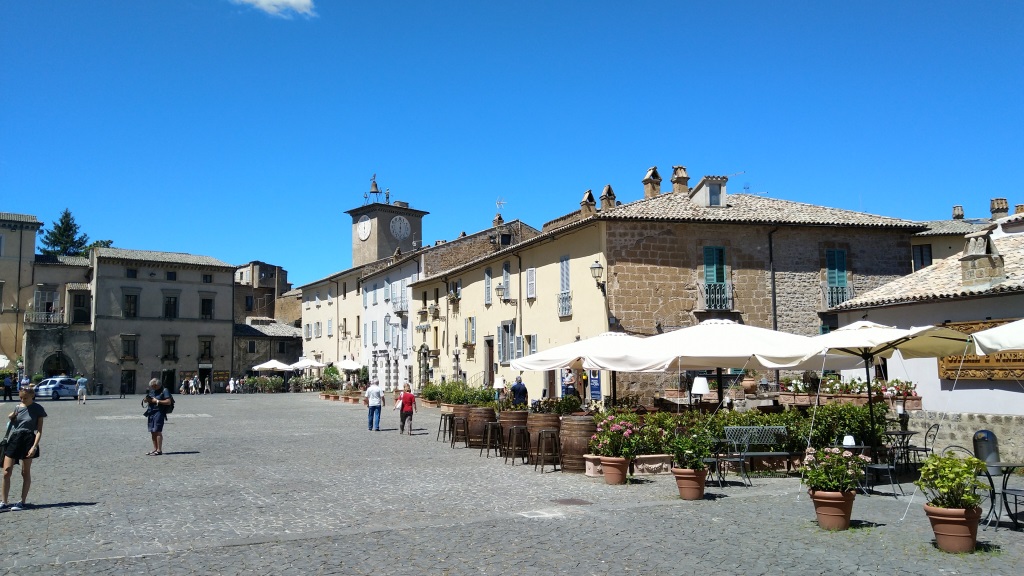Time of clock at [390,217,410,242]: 6:01
